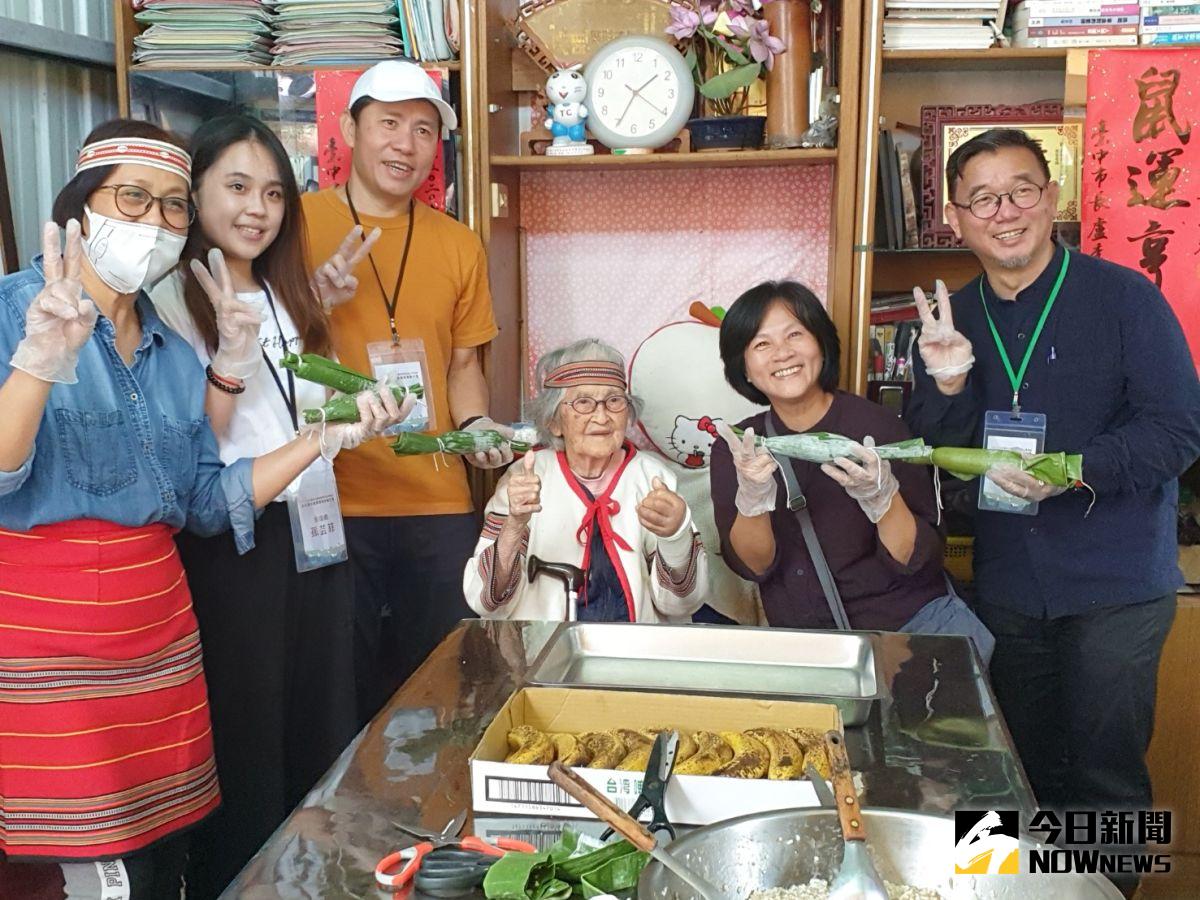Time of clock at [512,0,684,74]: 1:34
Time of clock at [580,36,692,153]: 1:34
